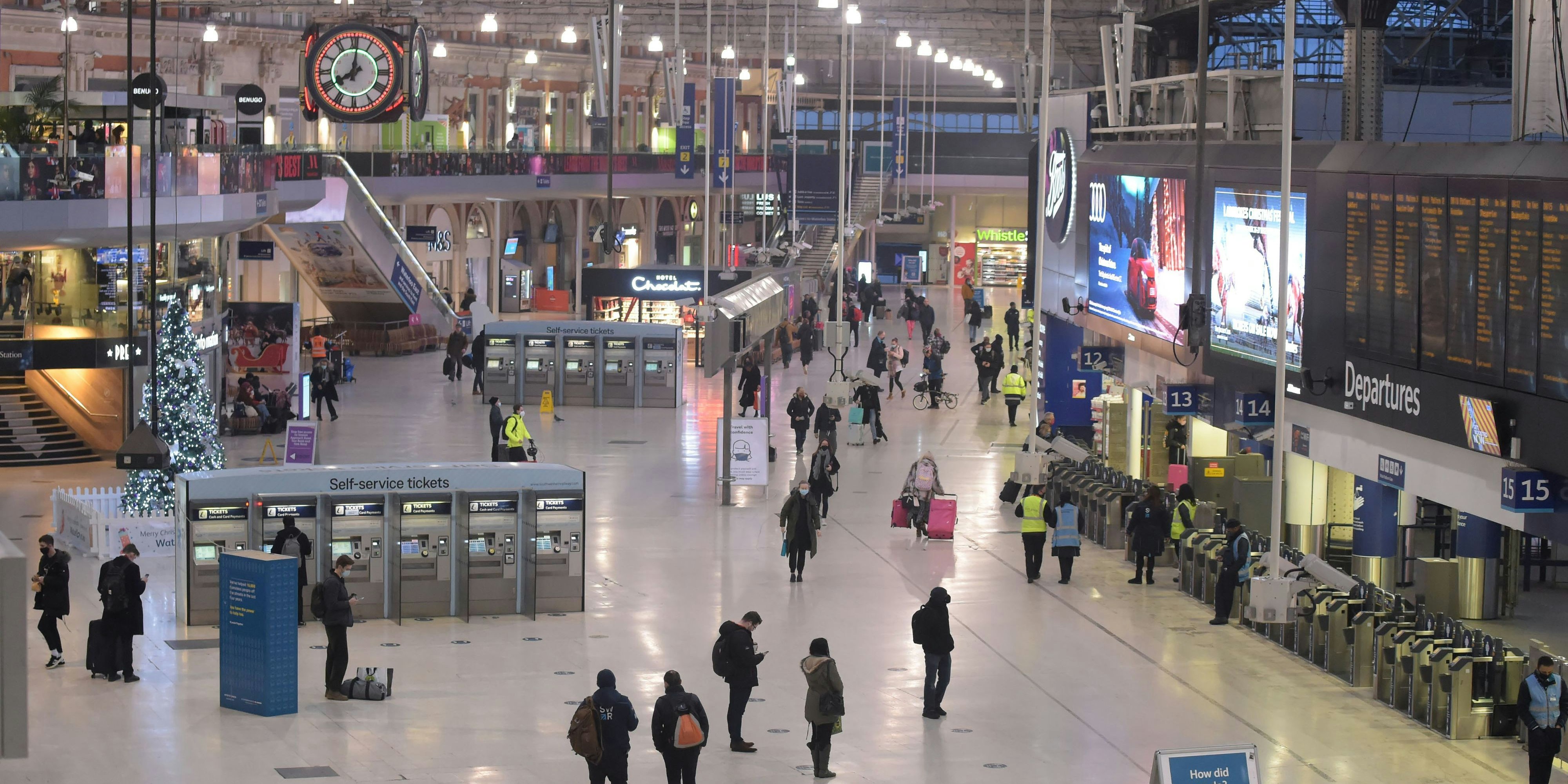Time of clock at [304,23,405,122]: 8:01
